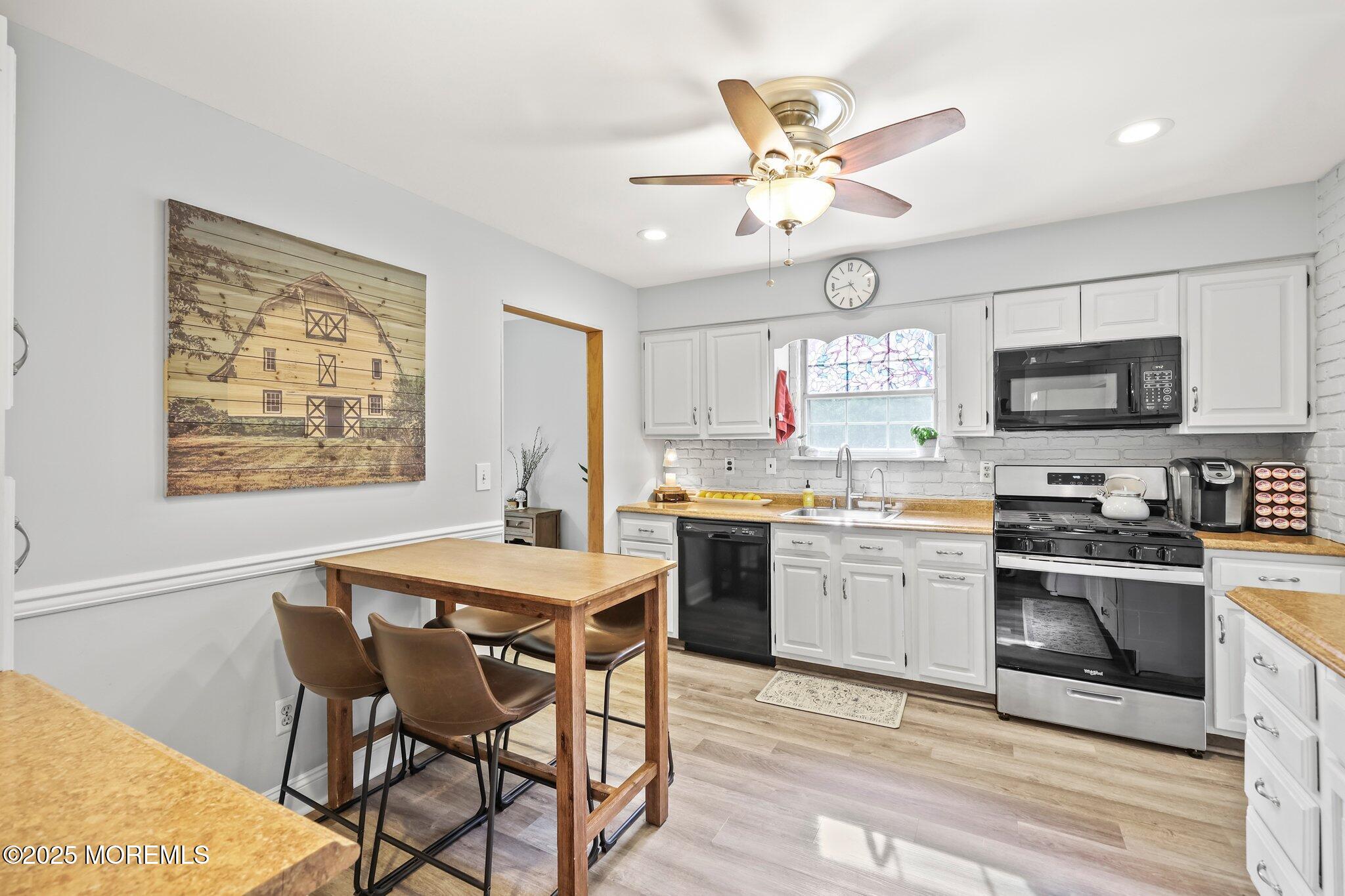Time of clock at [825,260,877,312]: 4:42
